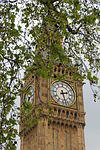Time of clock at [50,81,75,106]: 2:27
